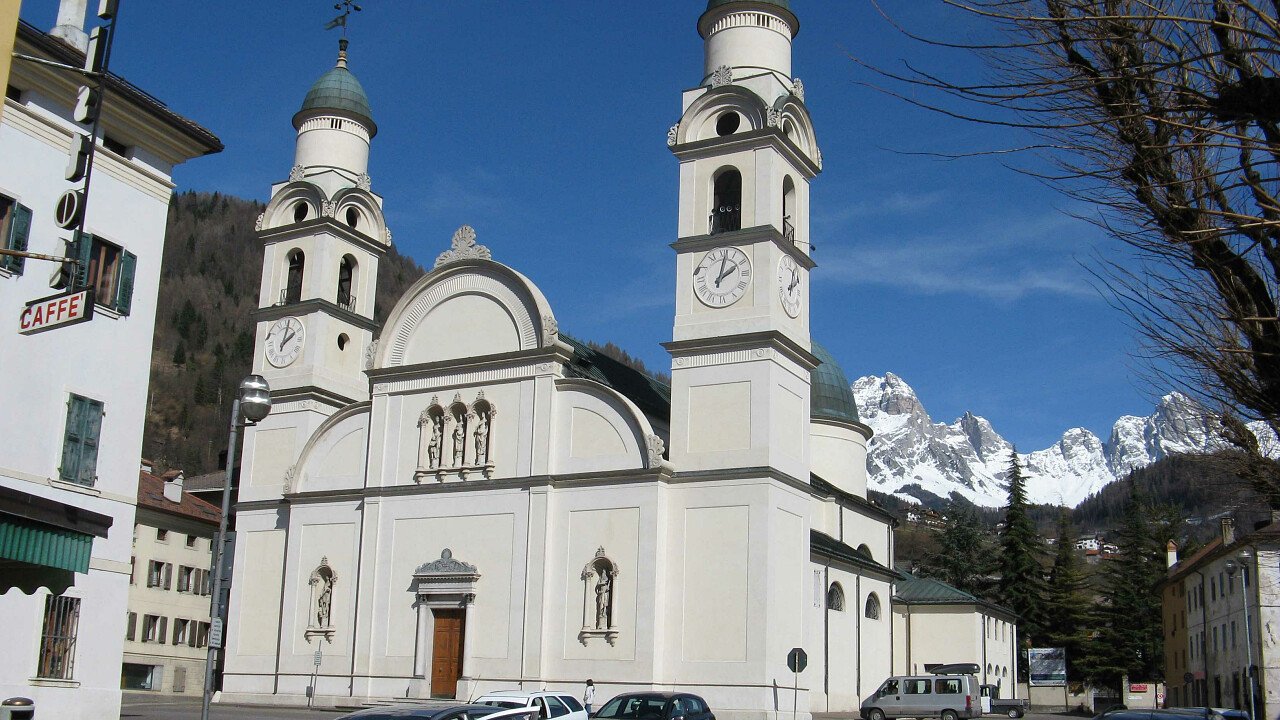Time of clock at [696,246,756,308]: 2:01
